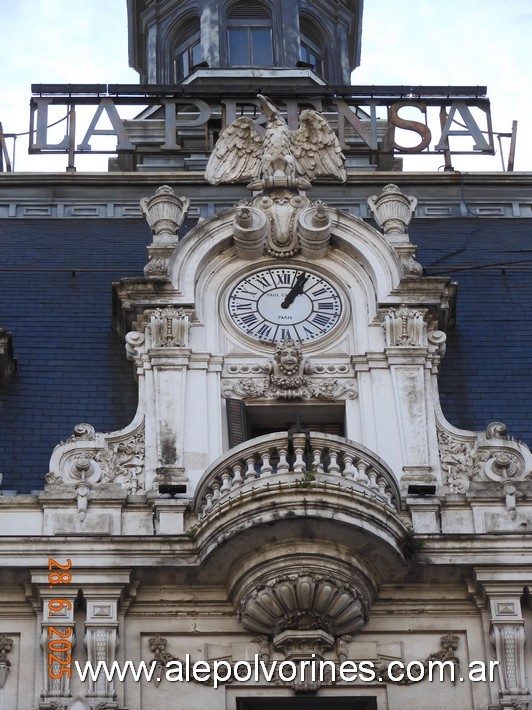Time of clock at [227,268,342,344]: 1:03
